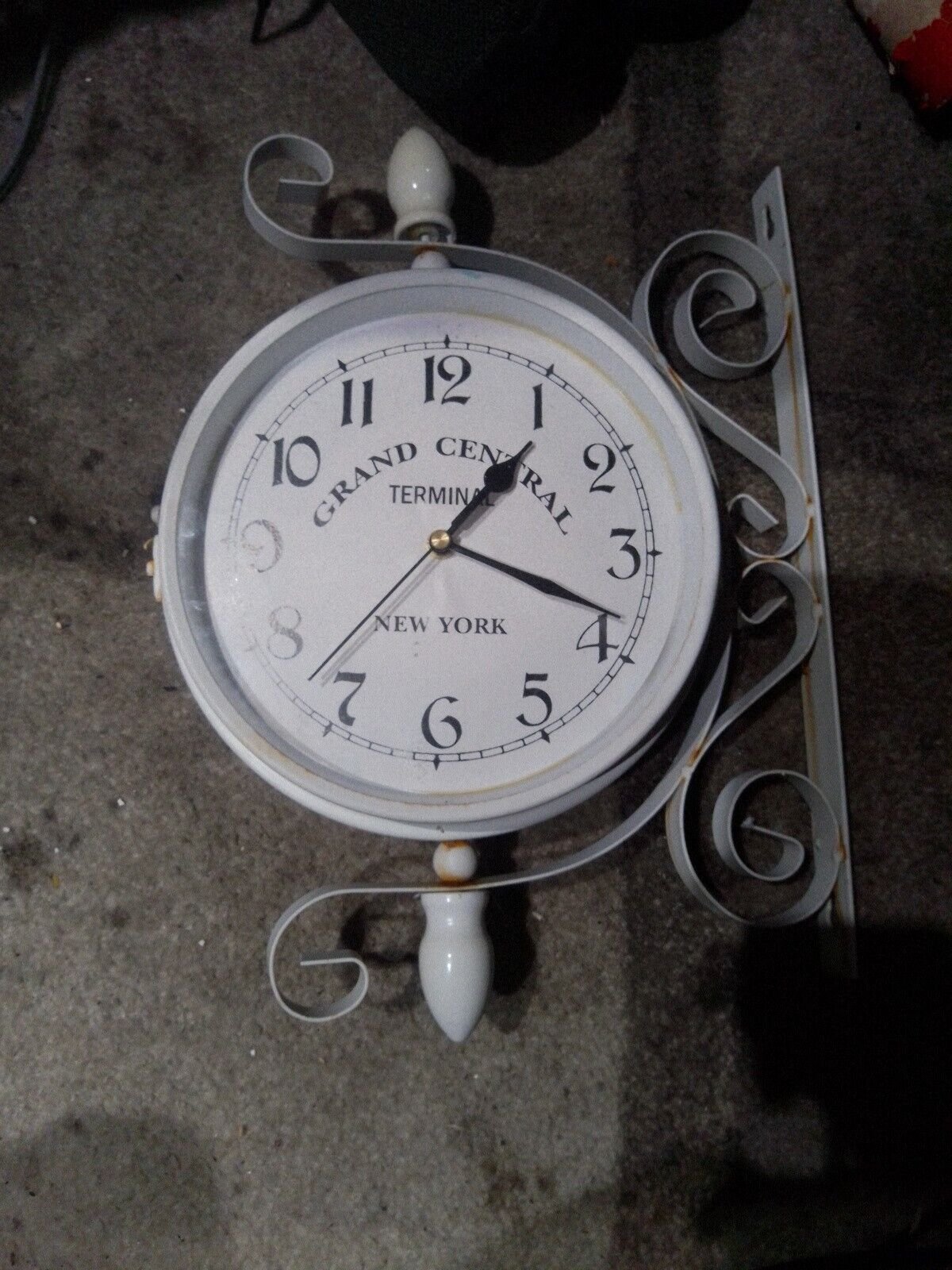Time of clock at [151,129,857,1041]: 1:18
